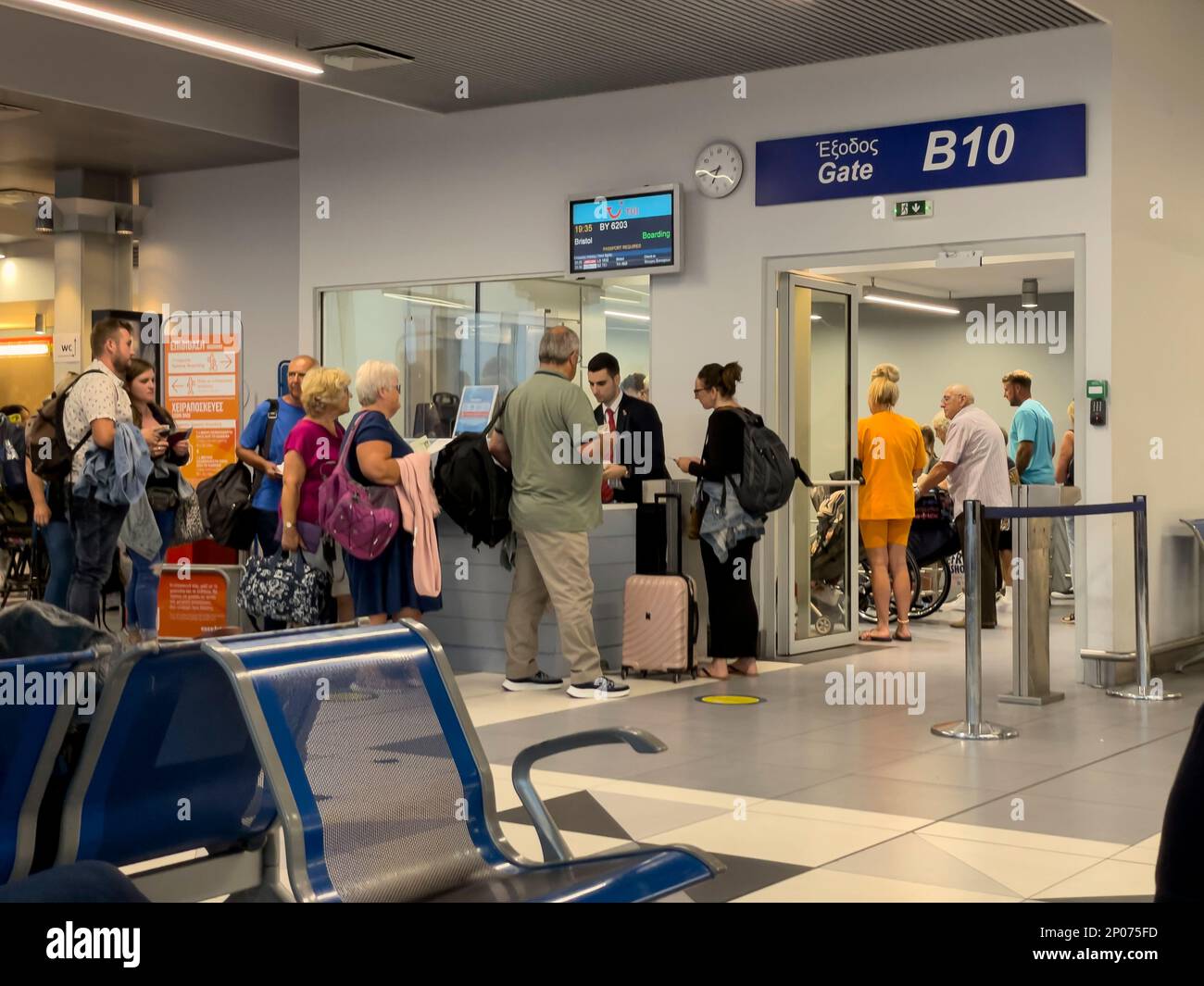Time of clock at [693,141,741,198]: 6:41
